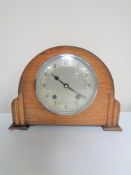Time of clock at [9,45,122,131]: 10:21
